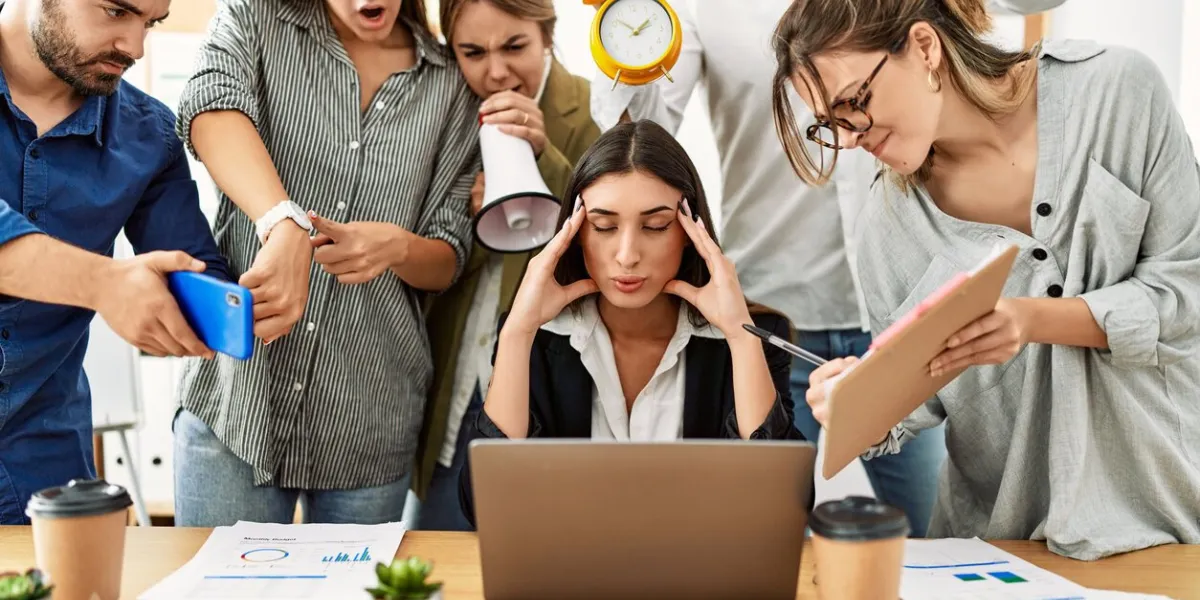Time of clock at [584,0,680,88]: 1:52
